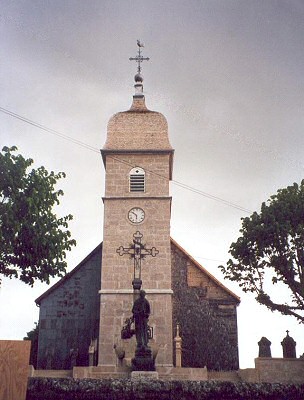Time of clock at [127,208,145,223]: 5:51
